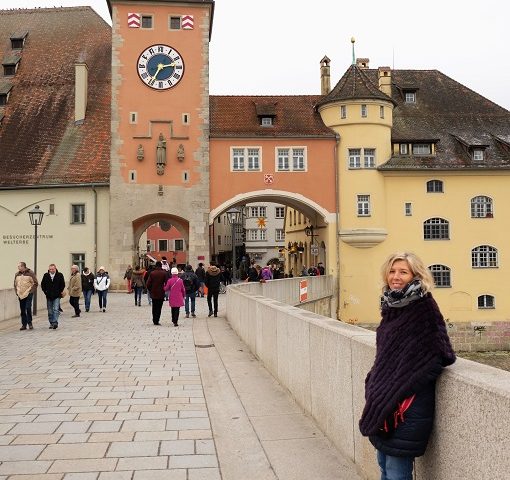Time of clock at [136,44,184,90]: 2:34
